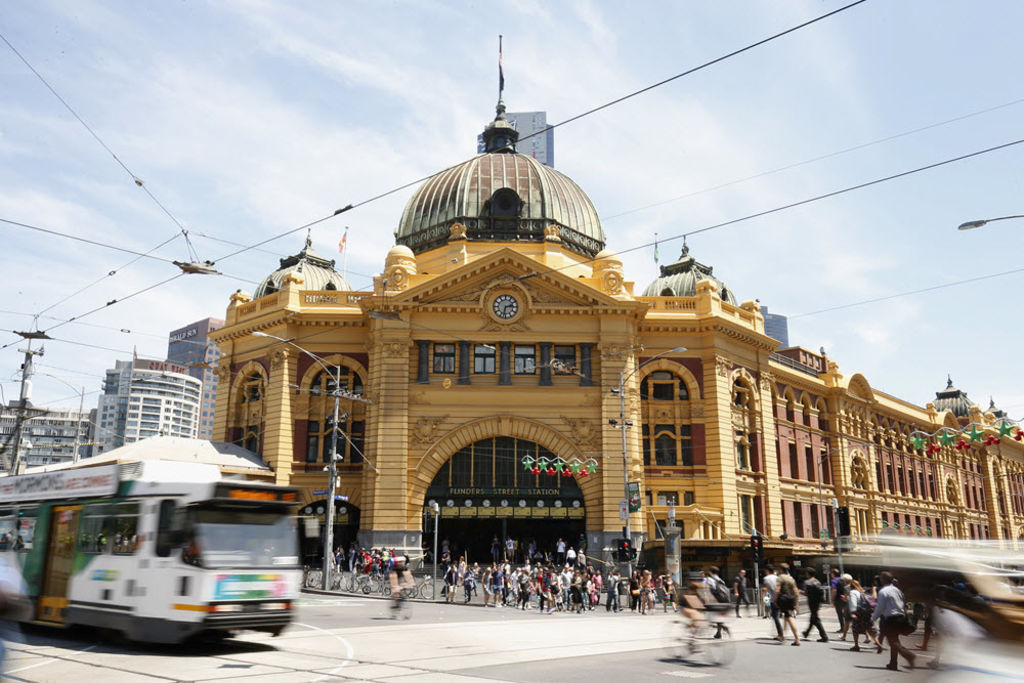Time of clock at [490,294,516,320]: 2:32
